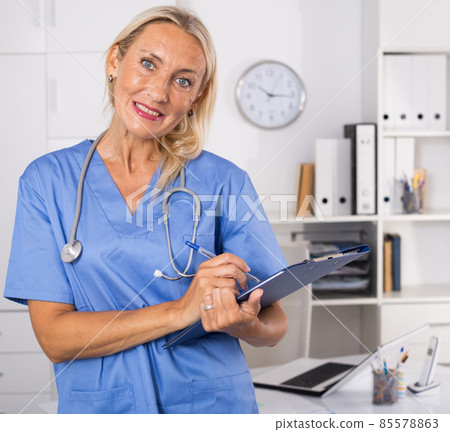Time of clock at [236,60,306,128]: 10:16
